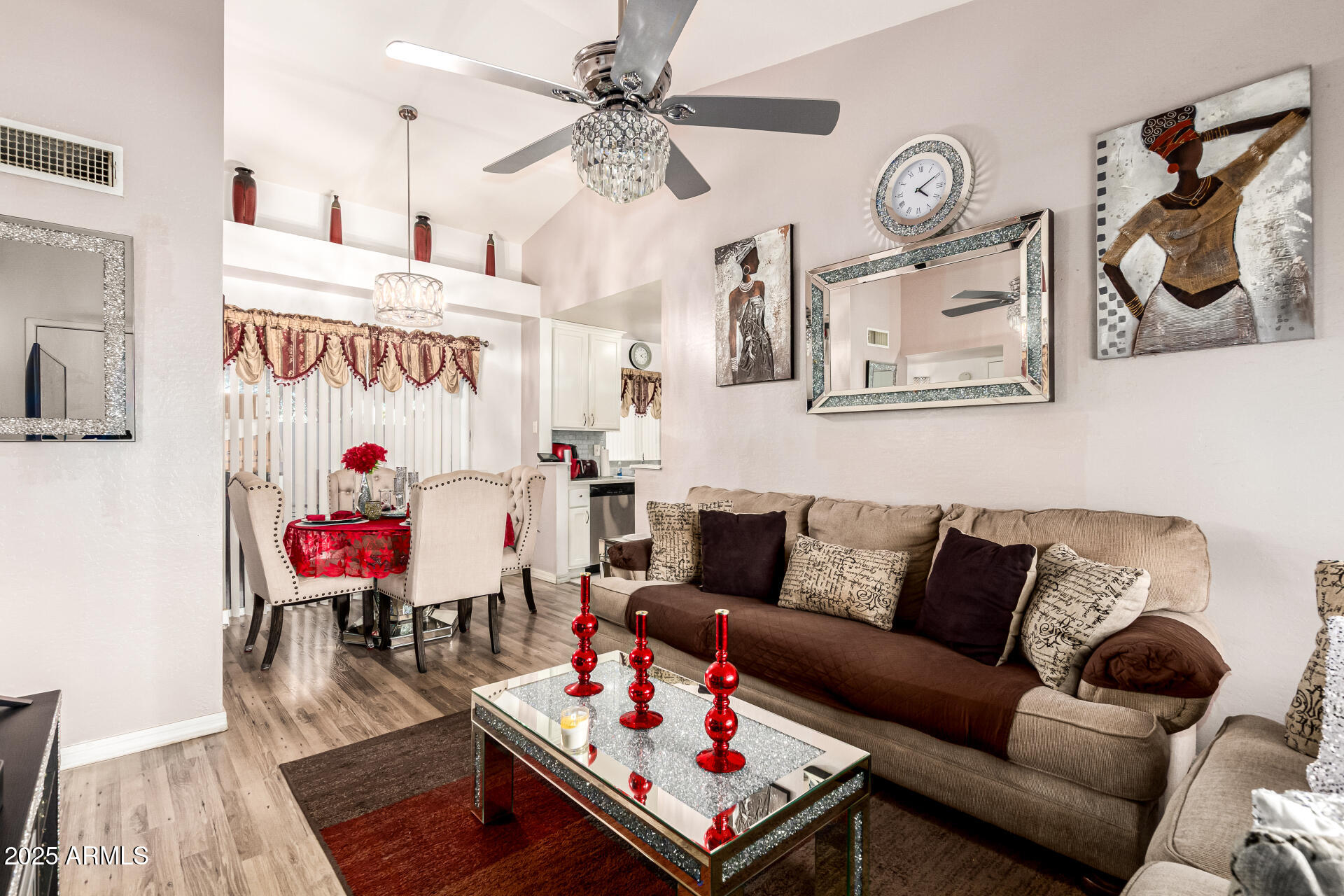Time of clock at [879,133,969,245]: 4:09
